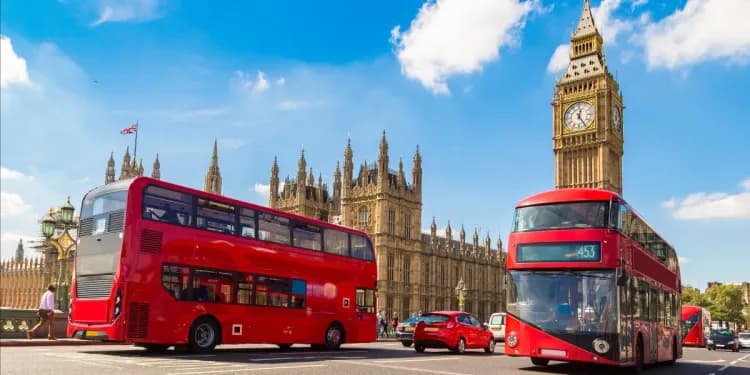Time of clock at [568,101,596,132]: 12:24
